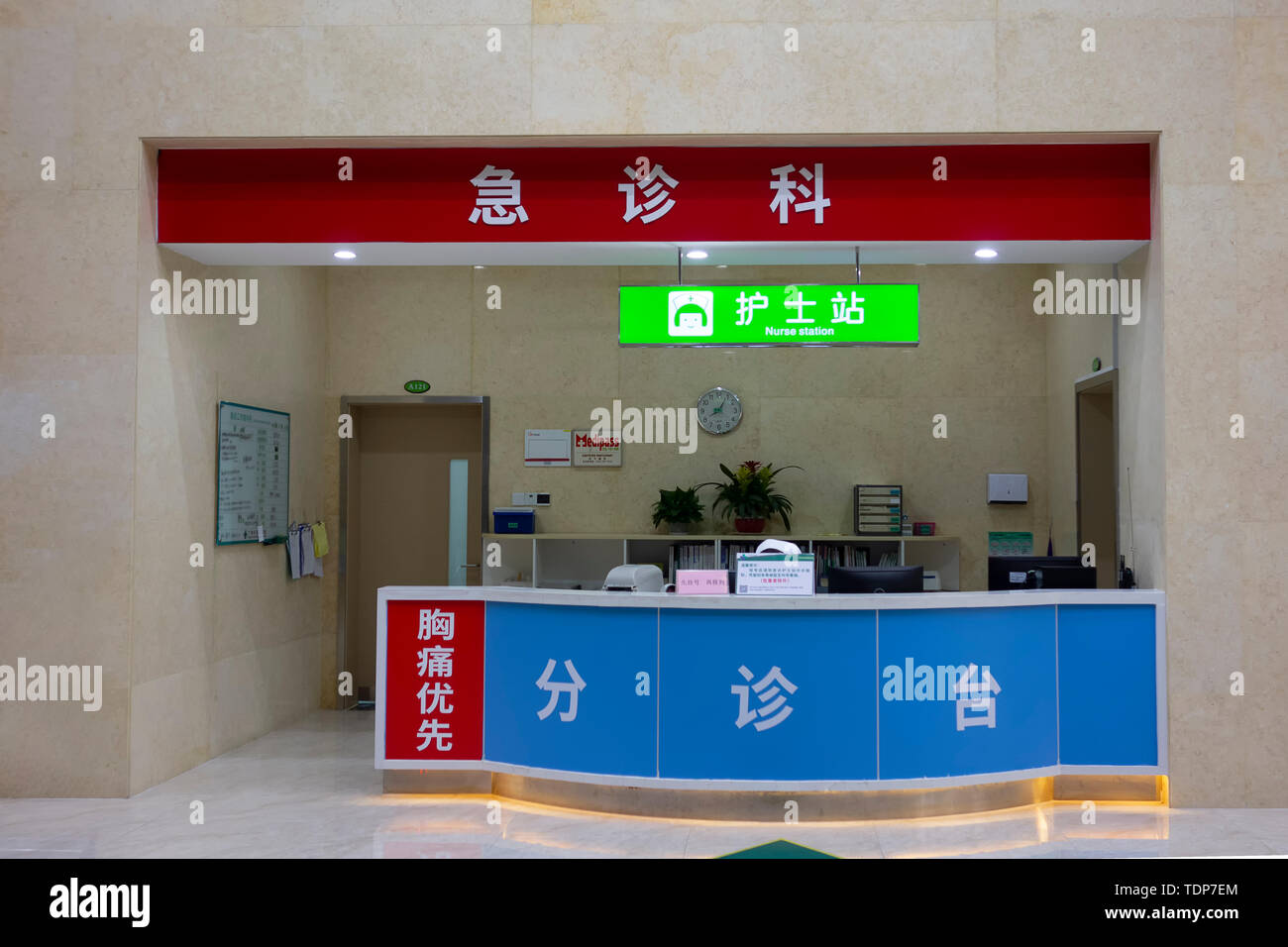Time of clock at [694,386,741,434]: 8:04
